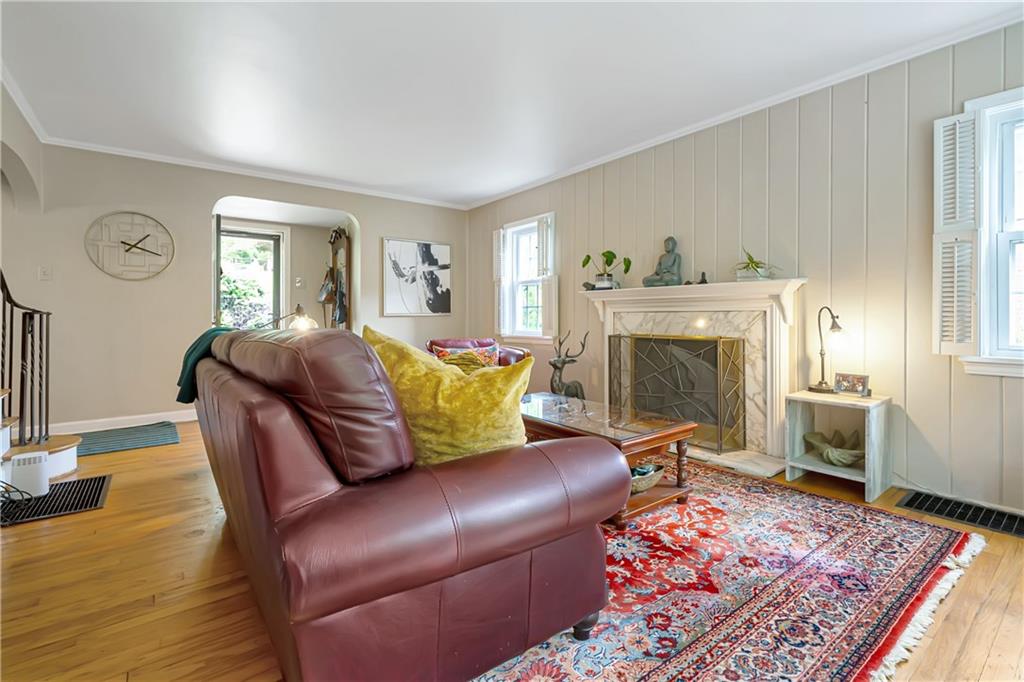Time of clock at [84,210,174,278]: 1:18
